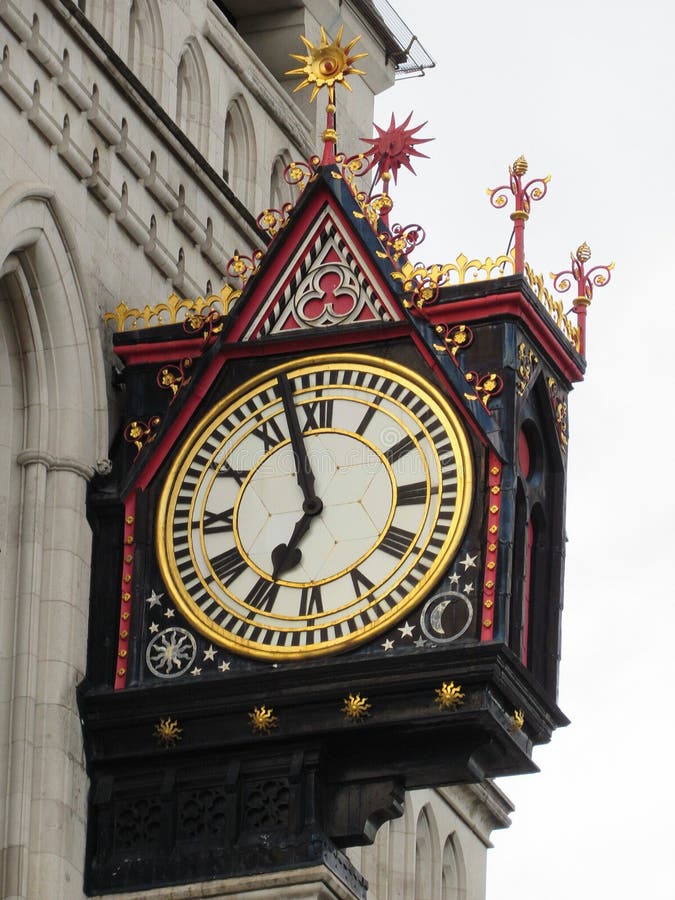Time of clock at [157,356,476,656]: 6:57
